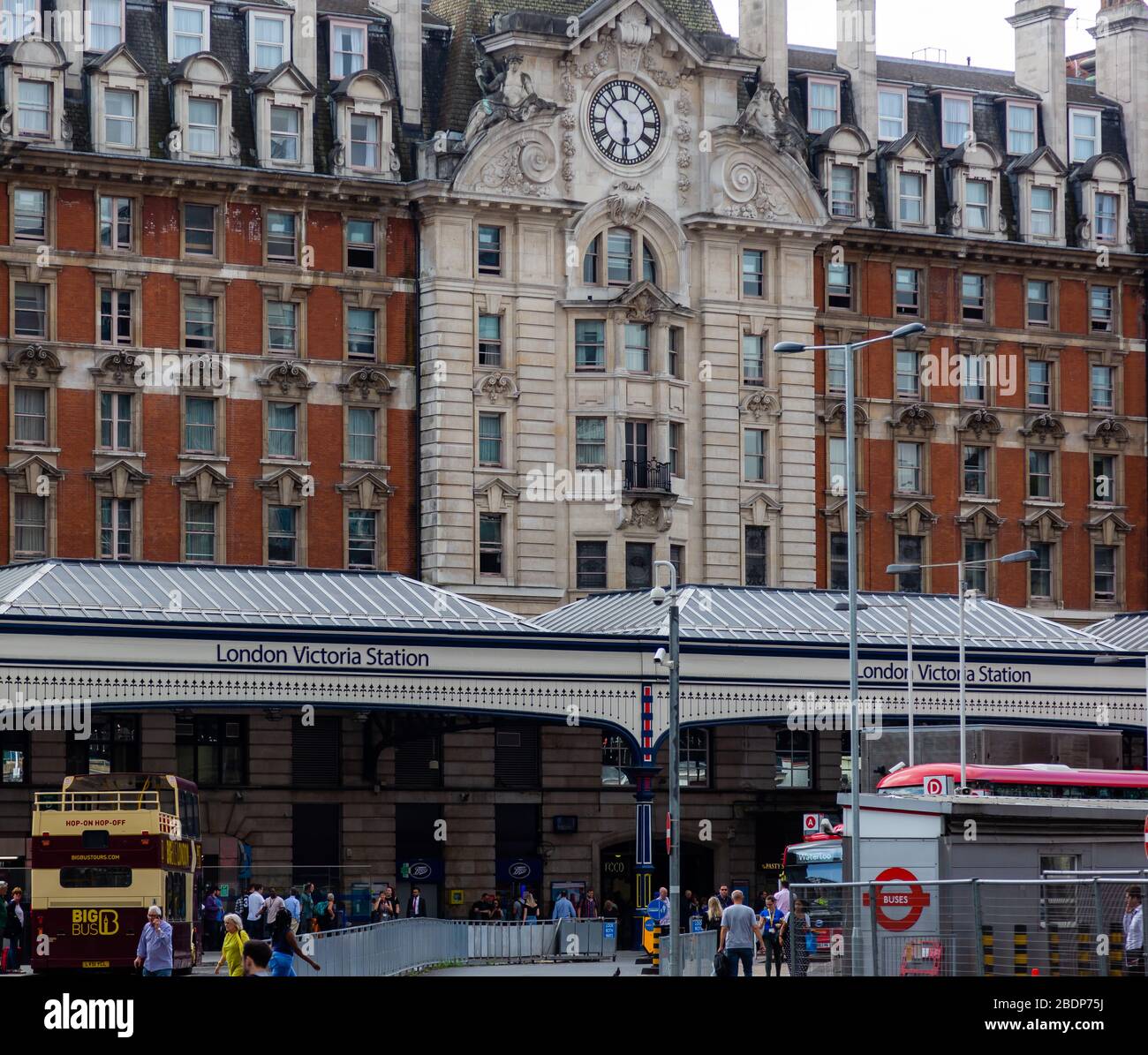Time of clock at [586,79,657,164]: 5:51
